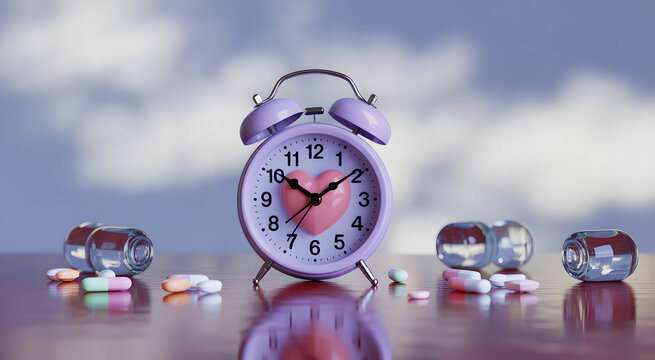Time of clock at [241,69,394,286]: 10:09
